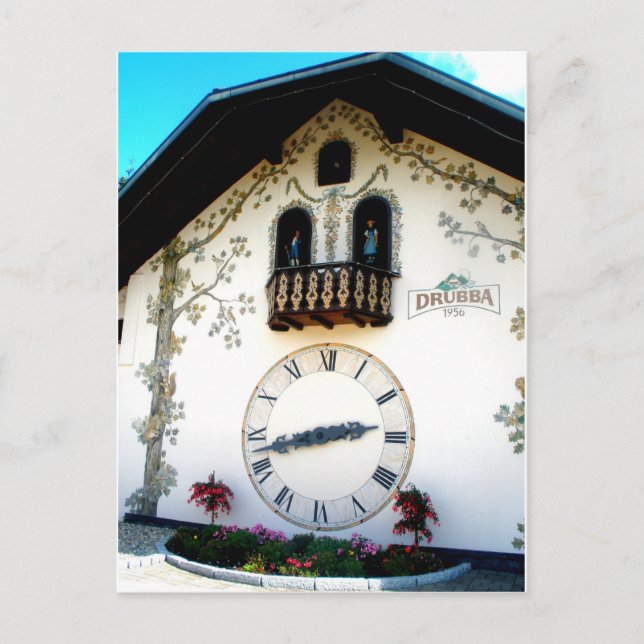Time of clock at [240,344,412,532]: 2:42
